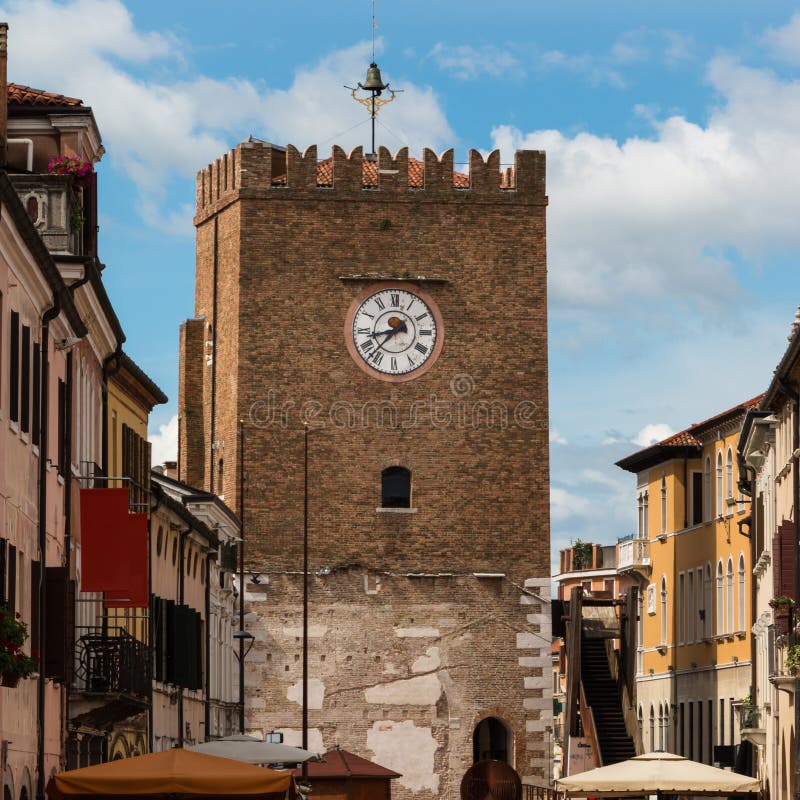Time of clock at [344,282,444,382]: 8:37
